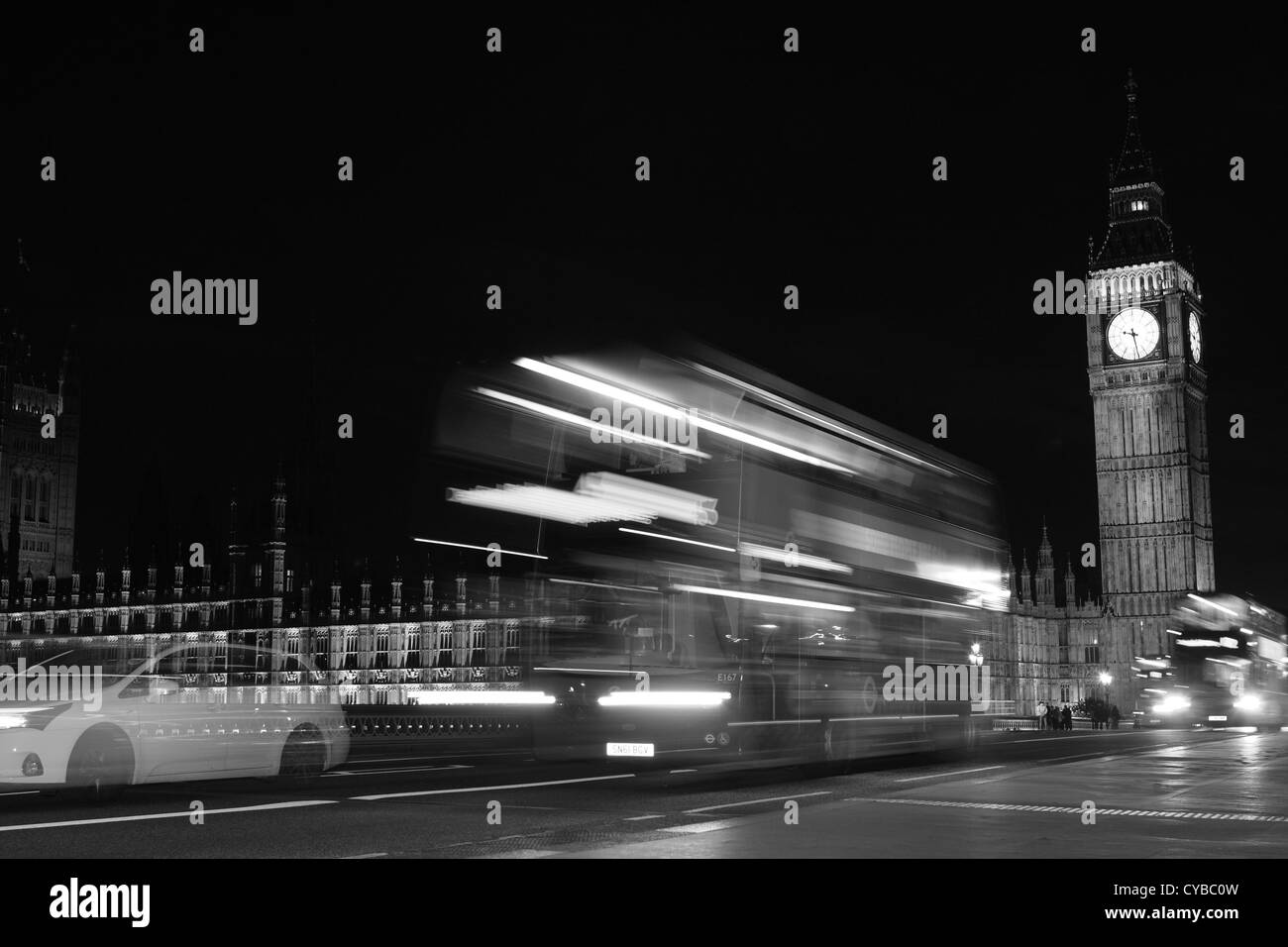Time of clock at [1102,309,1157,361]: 9:28
